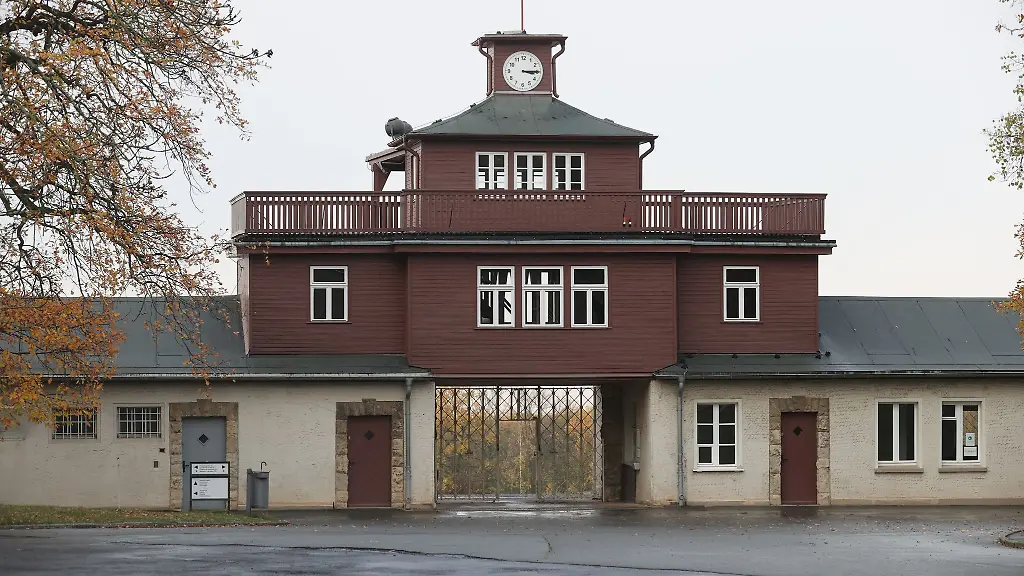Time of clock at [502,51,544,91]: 3:14
